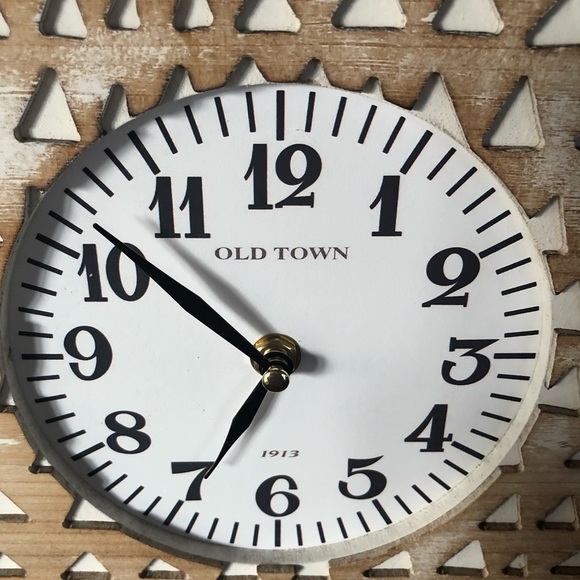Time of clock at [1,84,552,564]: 6:51
